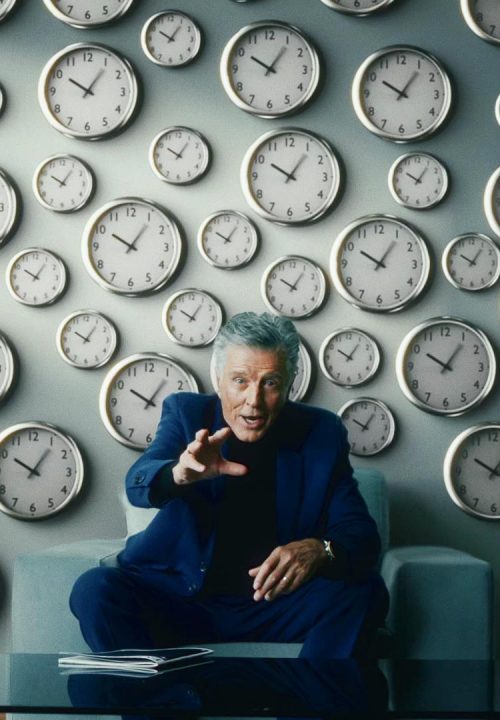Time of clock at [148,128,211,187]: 10:05
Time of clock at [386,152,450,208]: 10:05
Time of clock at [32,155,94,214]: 10:05
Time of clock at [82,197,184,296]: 10:05
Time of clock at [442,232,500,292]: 10:05
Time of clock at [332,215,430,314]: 10:05
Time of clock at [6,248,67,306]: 10:05
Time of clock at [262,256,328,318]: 10:05
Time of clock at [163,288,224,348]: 10:05
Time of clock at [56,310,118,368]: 10:05
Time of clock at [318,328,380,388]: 10:05
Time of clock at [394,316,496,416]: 10:06
